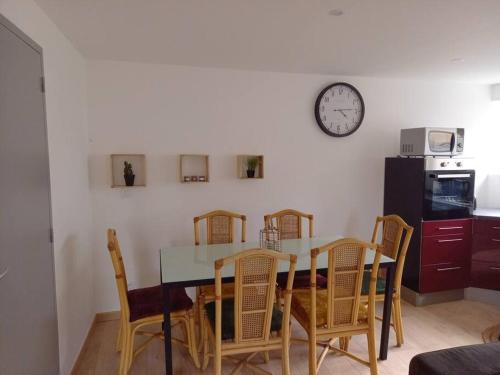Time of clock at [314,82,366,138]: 4:14
